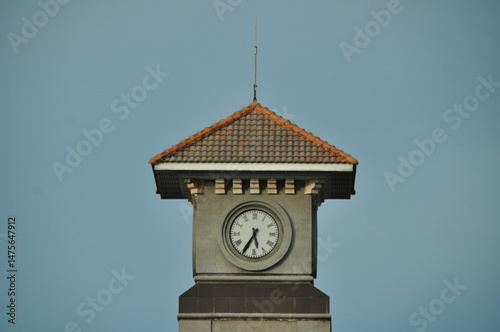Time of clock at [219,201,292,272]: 5:35
